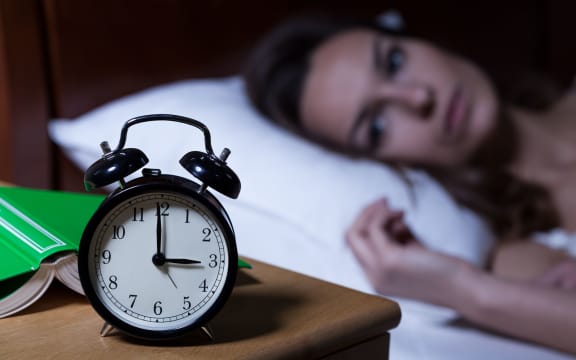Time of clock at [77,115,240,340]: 2:59
